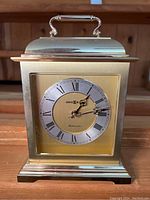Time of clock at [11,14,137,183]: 1:13
